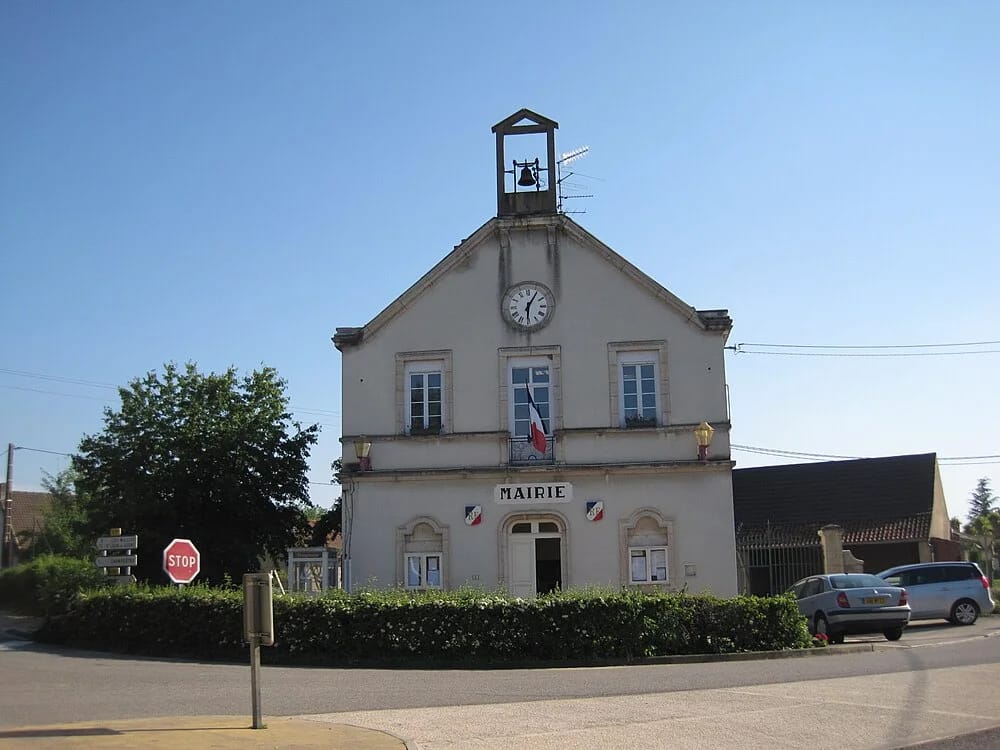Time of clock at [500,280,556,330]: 6:05
